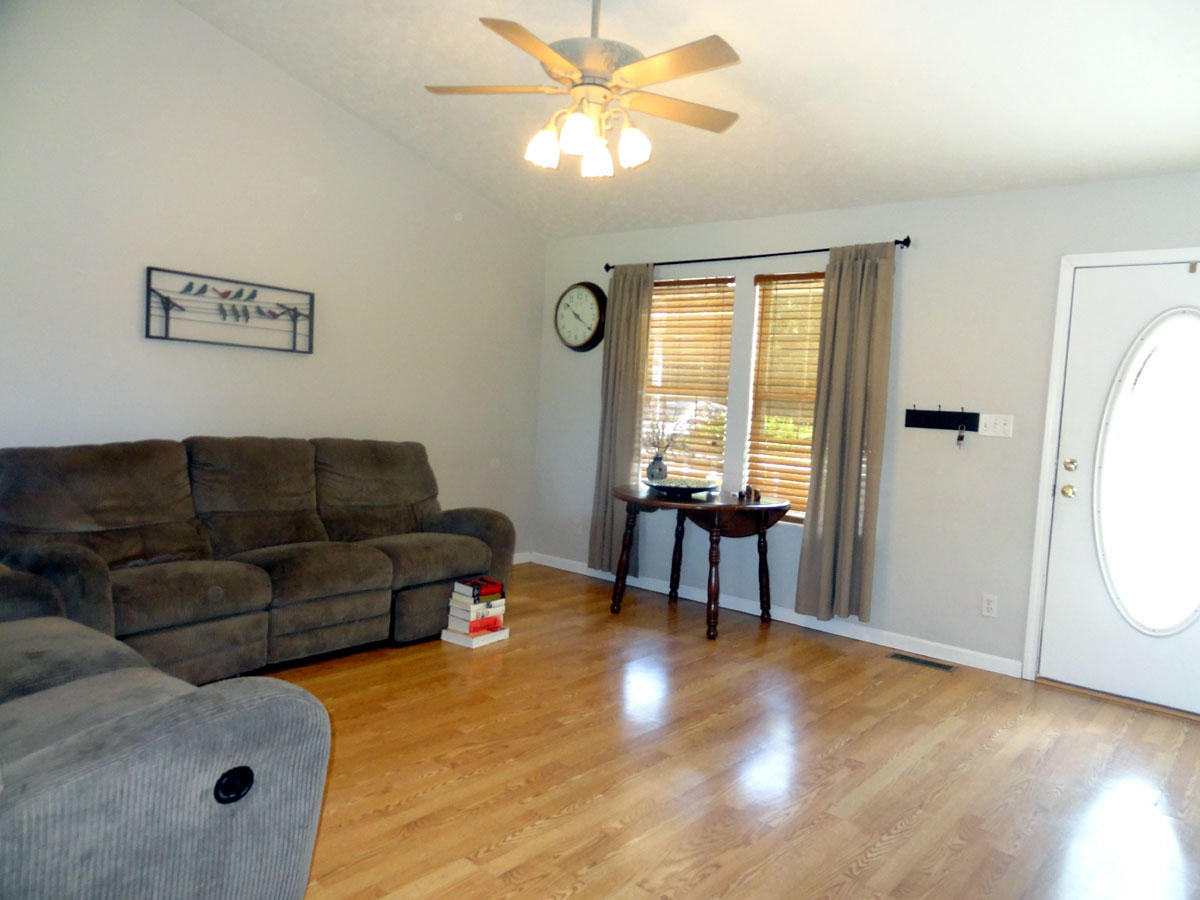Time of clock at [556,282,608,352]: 10:20
